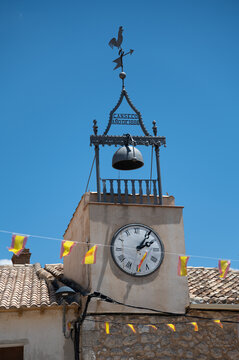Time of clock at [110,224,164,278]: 2:06
